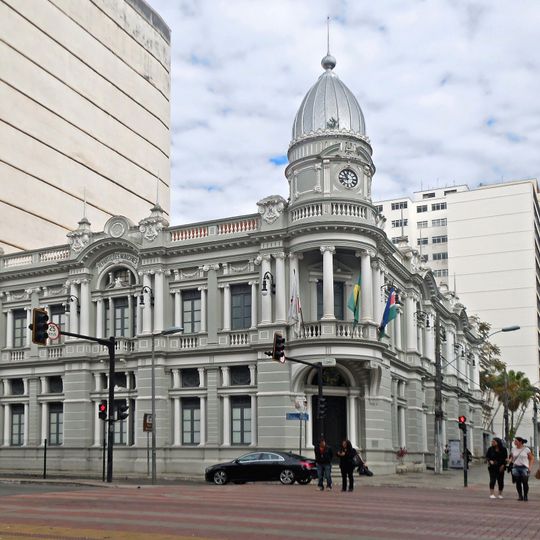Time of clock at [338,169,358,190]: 10:42
